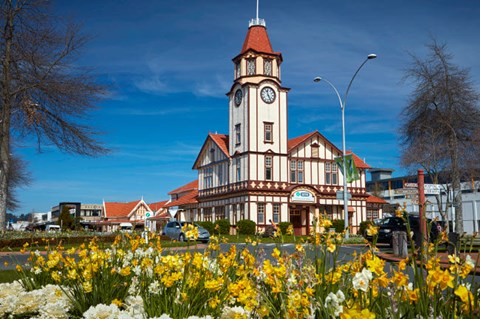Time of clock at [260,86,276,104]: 11:25
